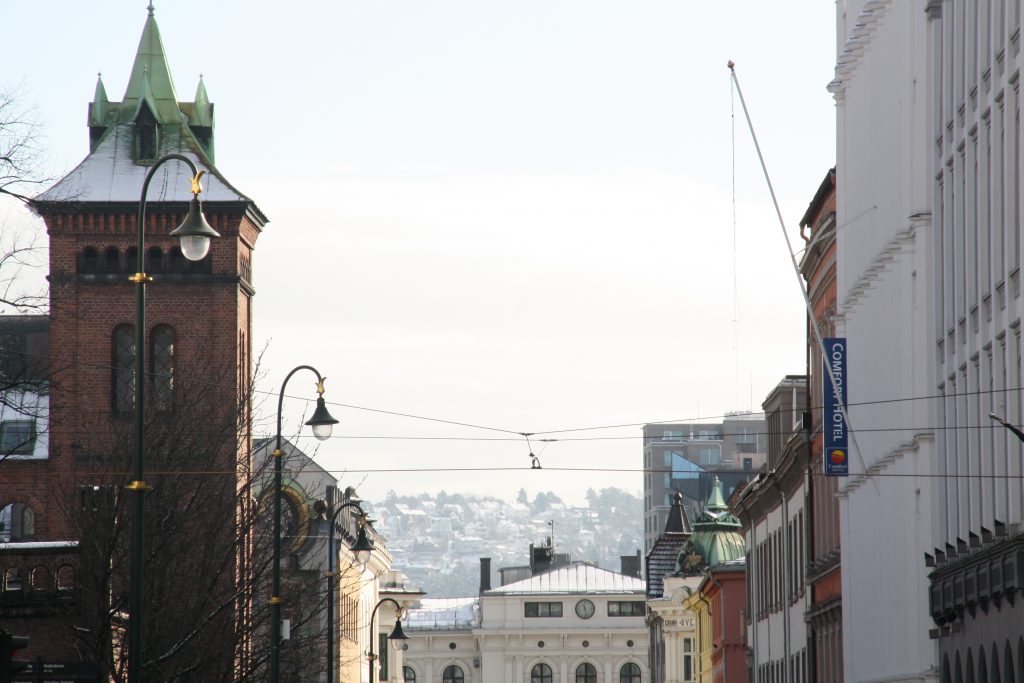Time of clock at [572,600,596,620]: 11:28
